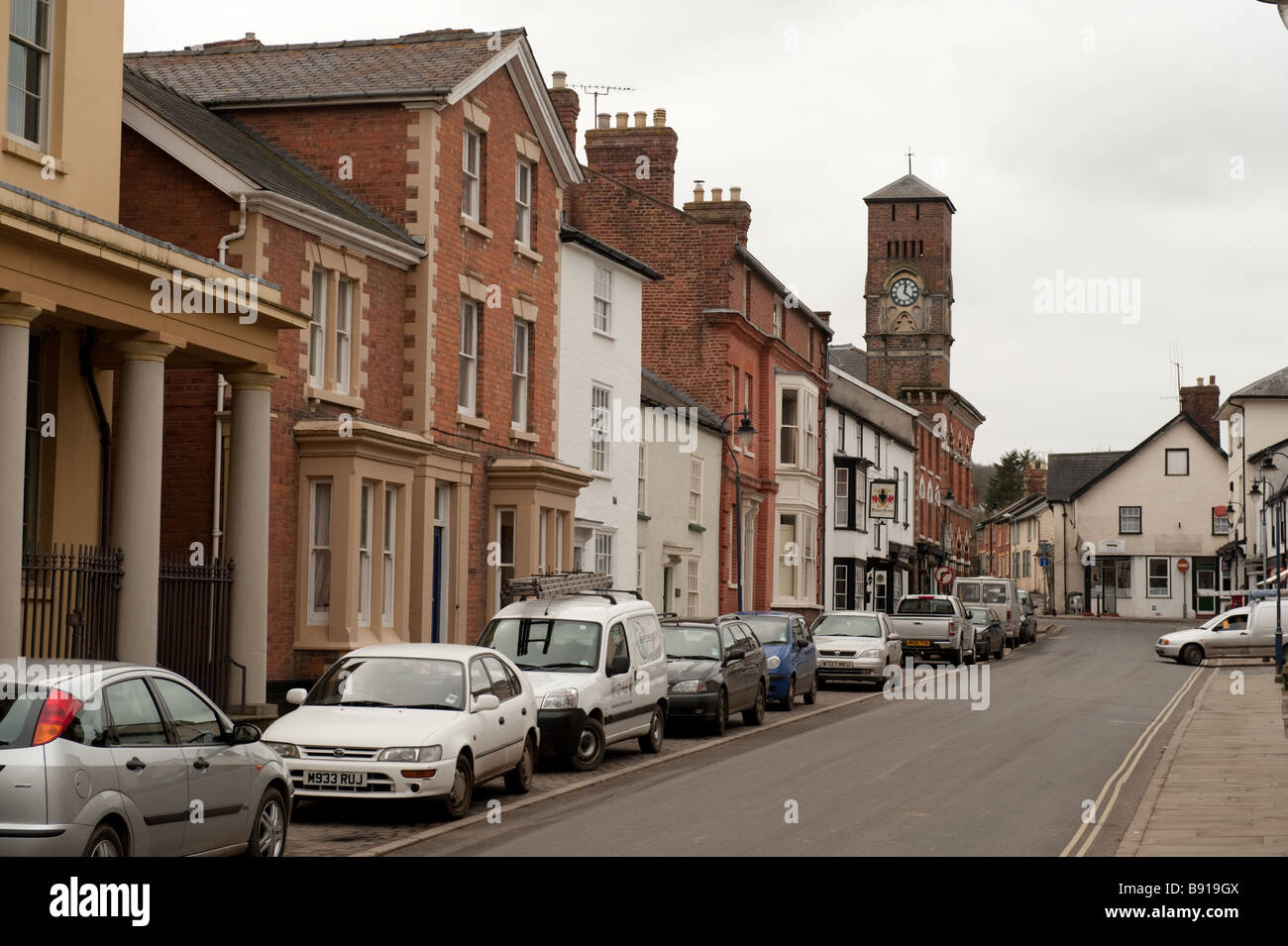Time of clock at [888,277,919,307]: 12:21
